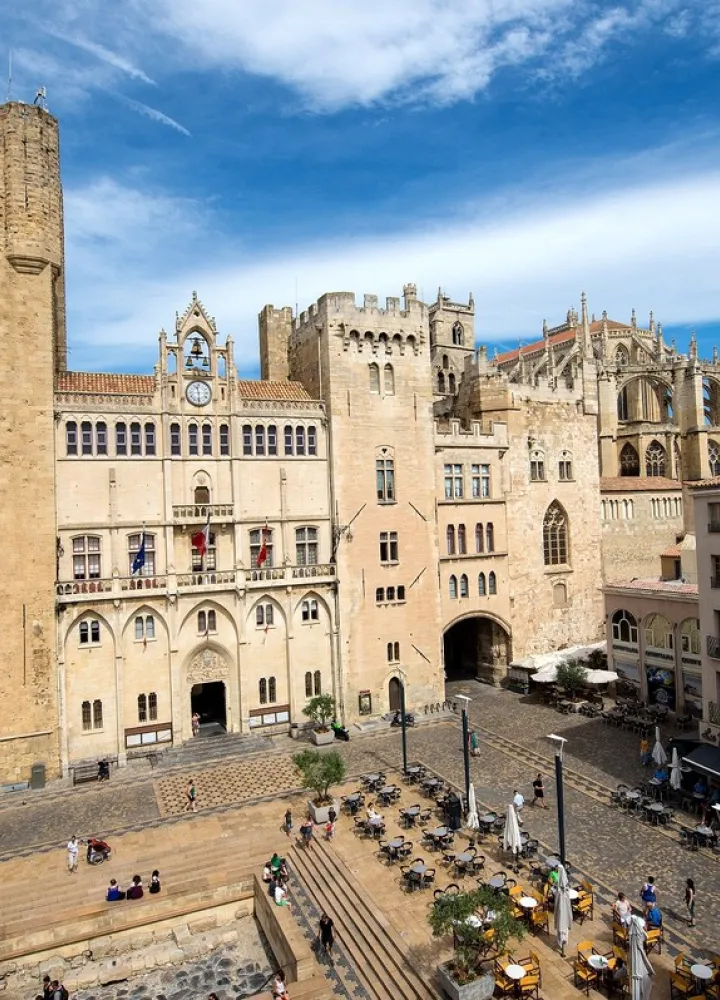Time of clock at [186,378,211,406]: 11:29
